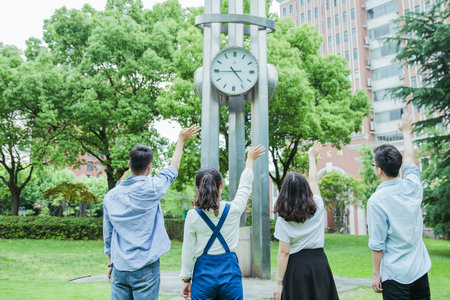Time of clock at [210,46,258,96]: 4:44
